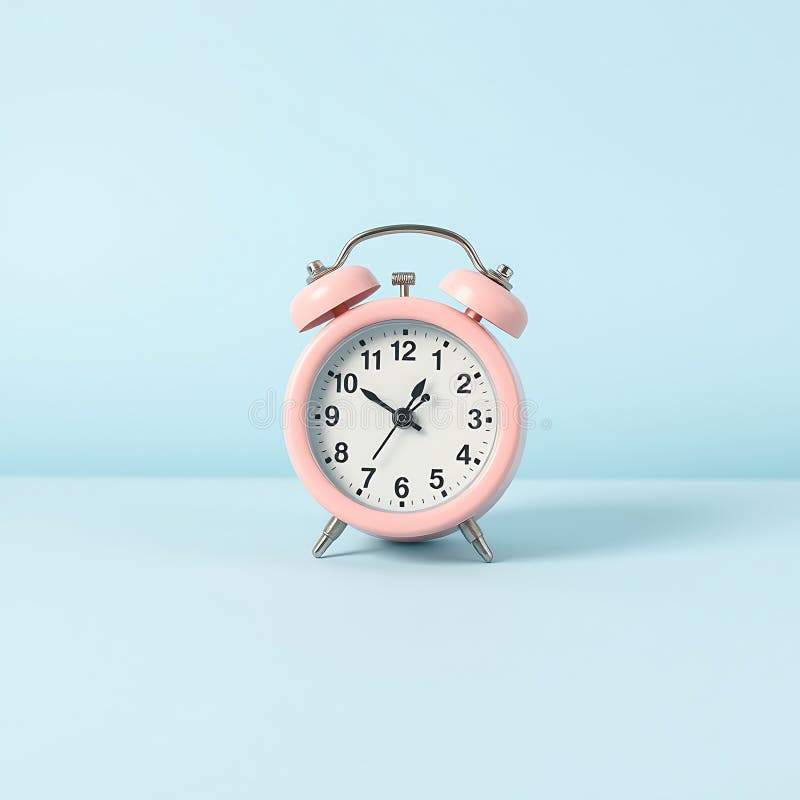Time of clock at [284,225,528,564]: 12:50
